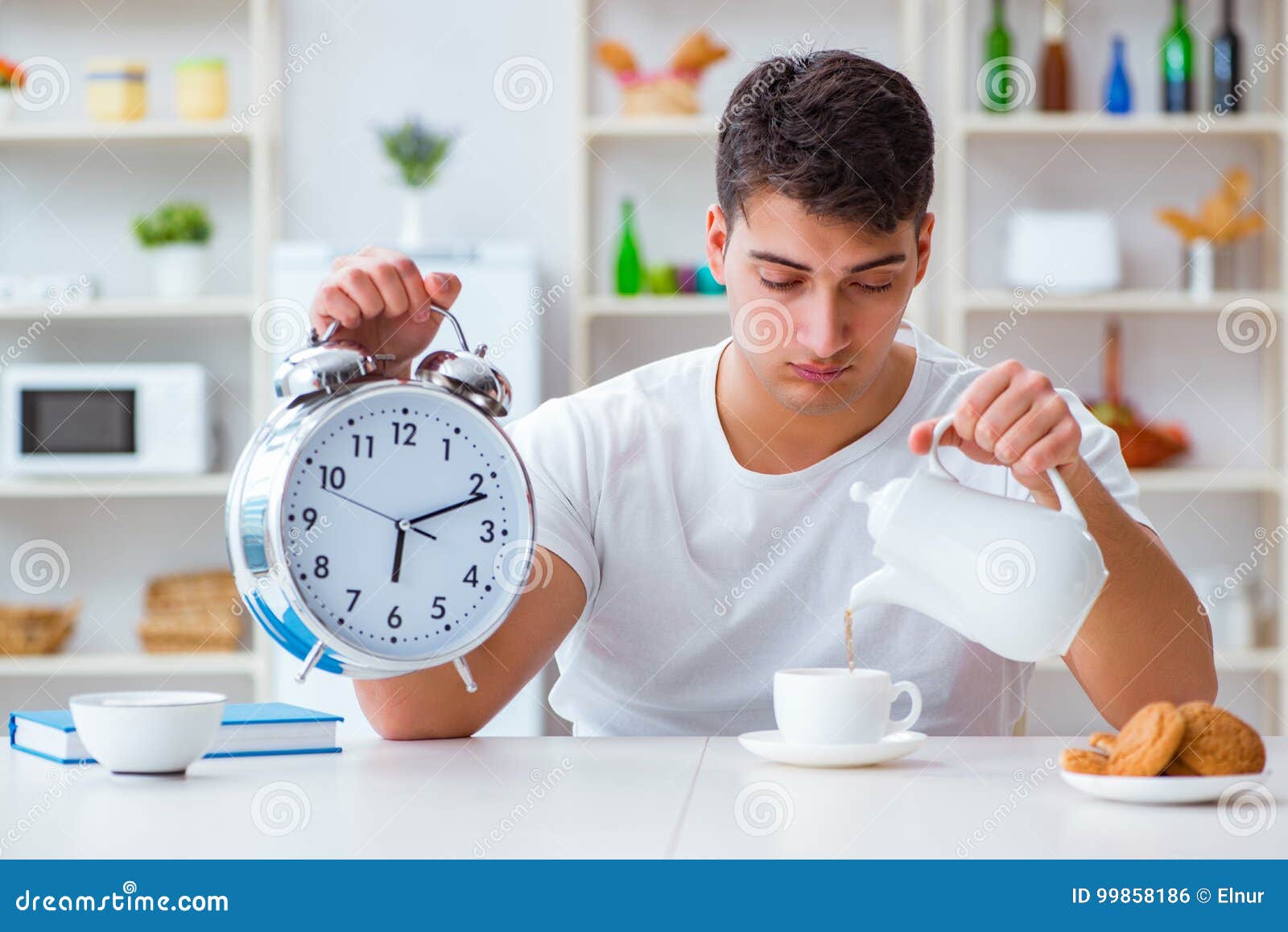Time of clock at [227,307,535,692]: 6:11
